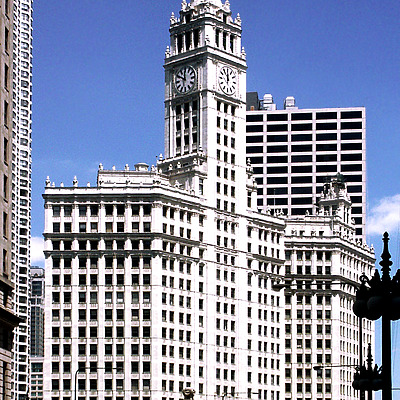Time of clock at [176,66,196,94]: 11:49
